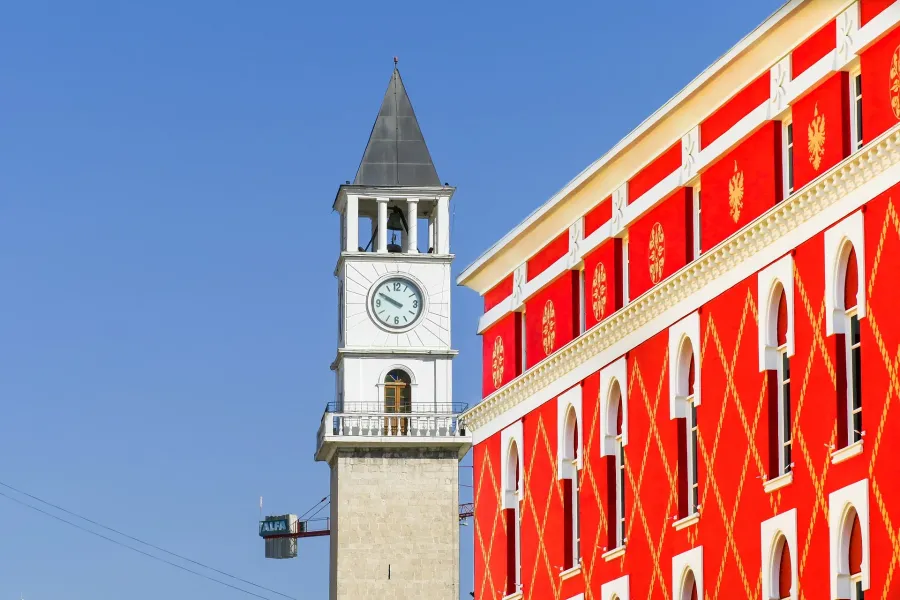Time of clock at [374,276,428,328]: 9:49
